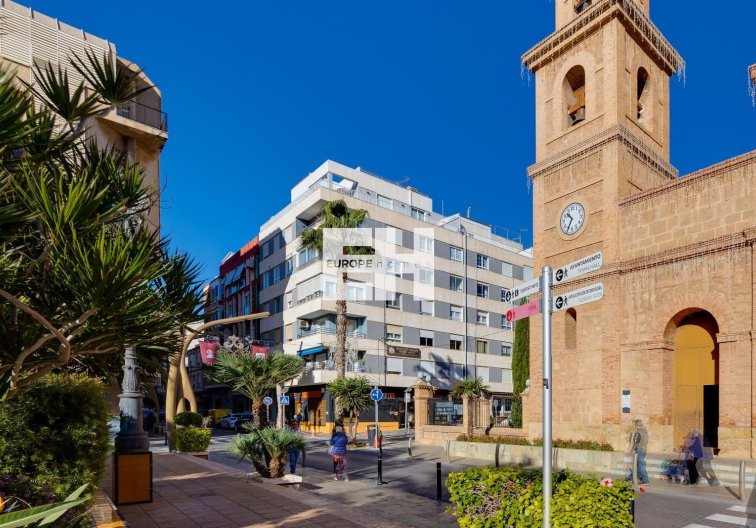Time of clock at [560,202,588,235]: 10:34
